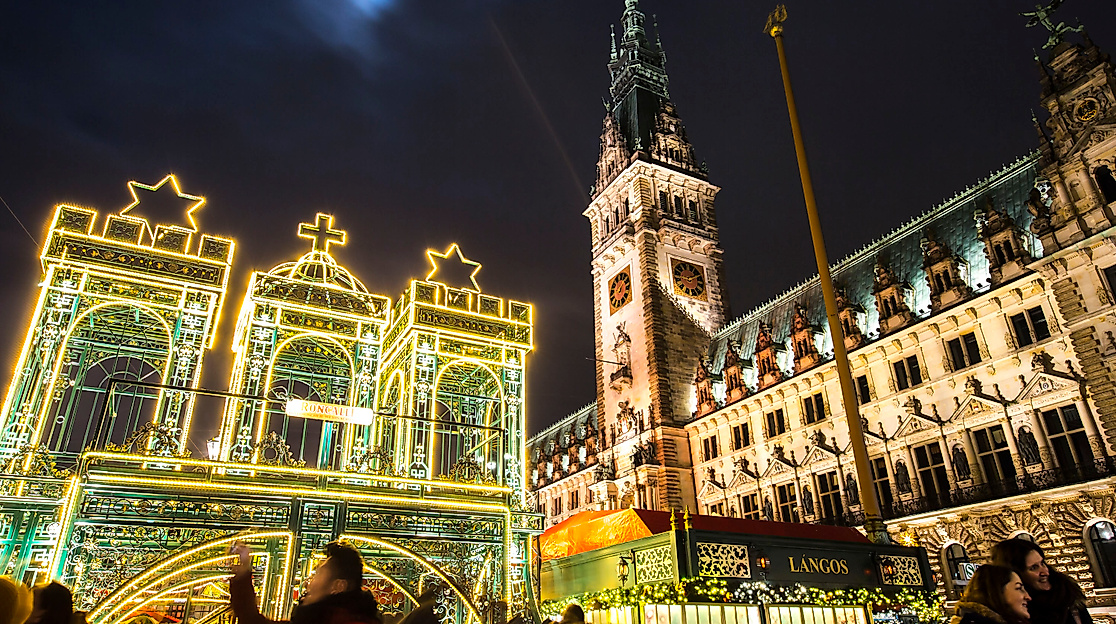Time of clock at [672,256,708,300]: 9:10
